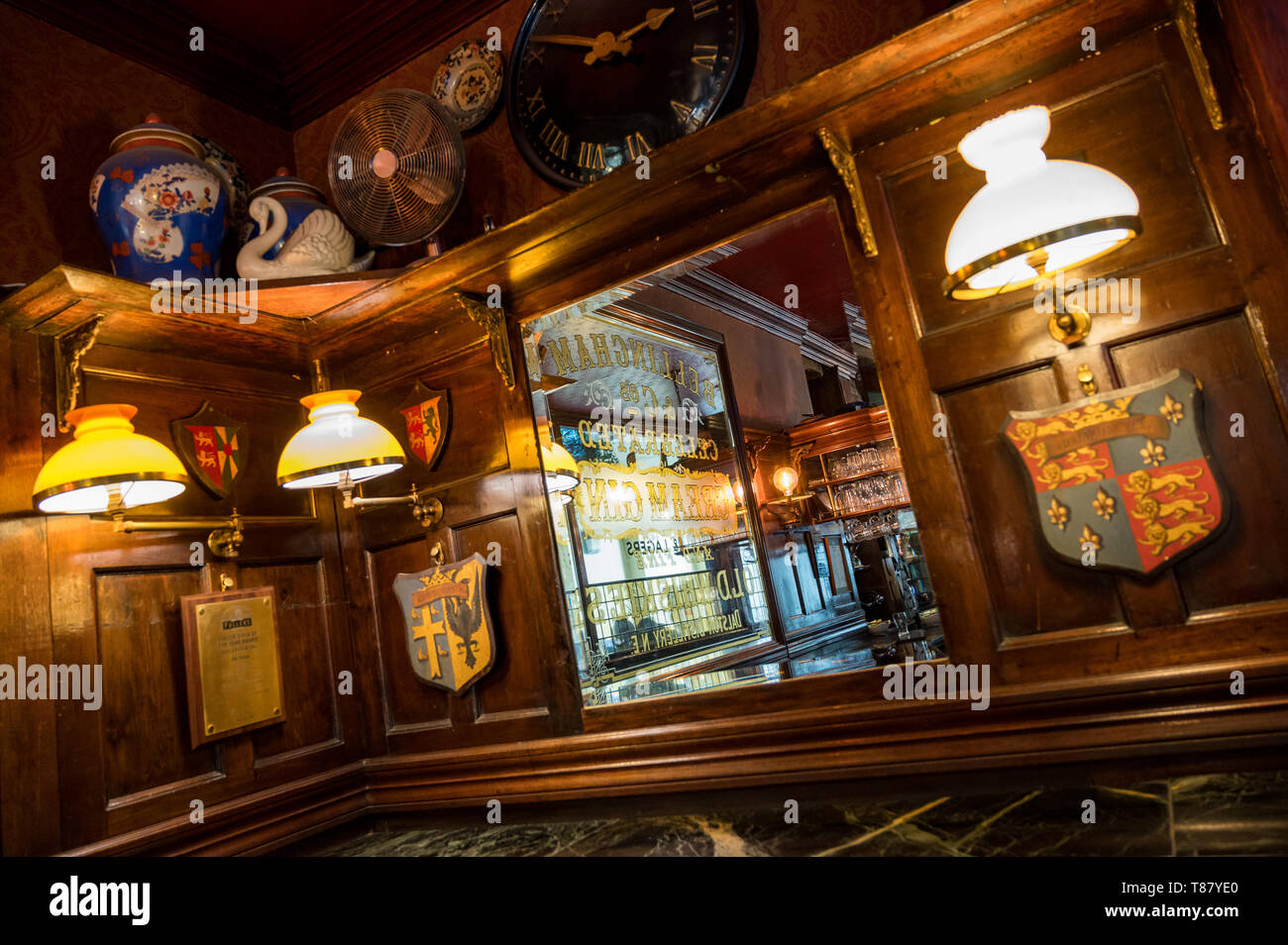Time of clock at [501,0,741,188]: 1:46
